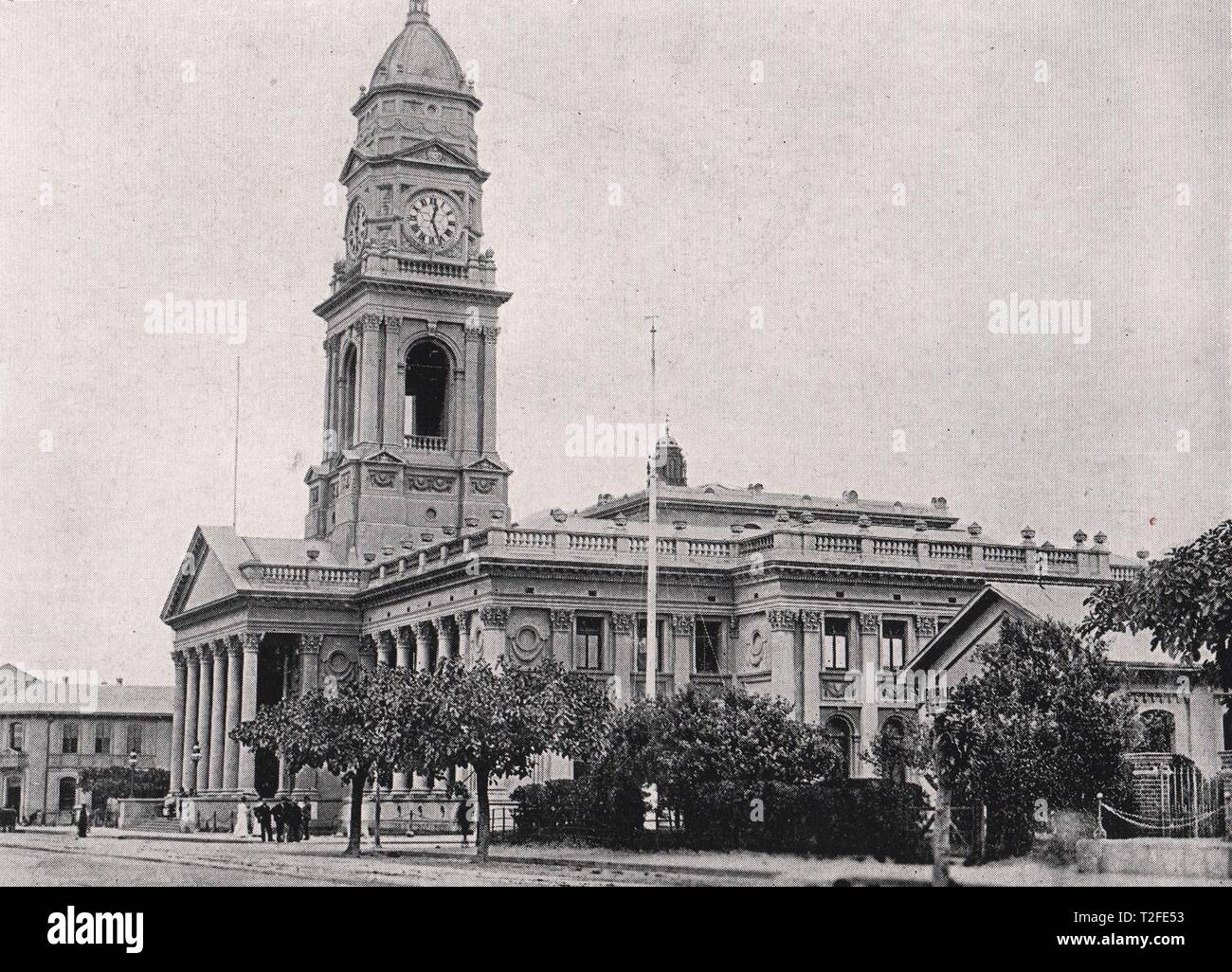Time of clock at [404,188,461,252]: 12:26
